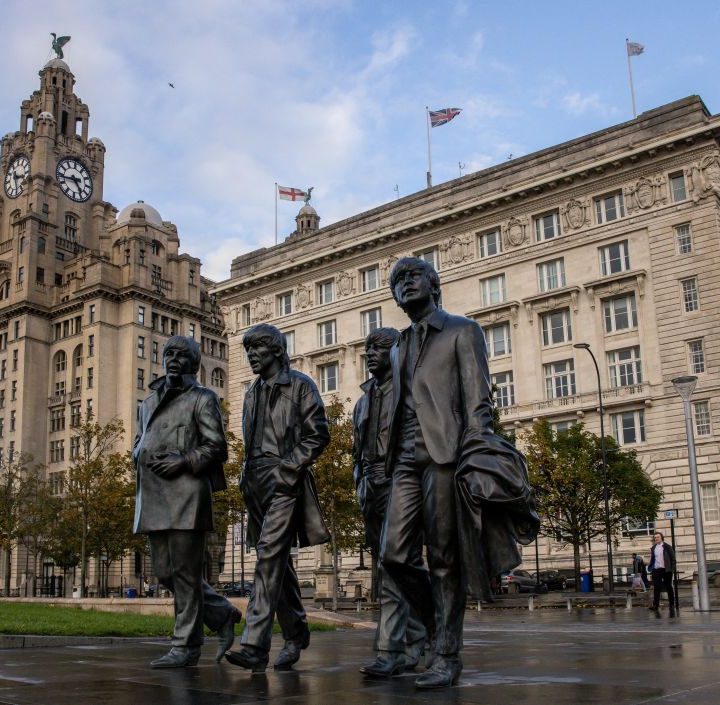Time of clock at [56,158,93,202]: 4:43
